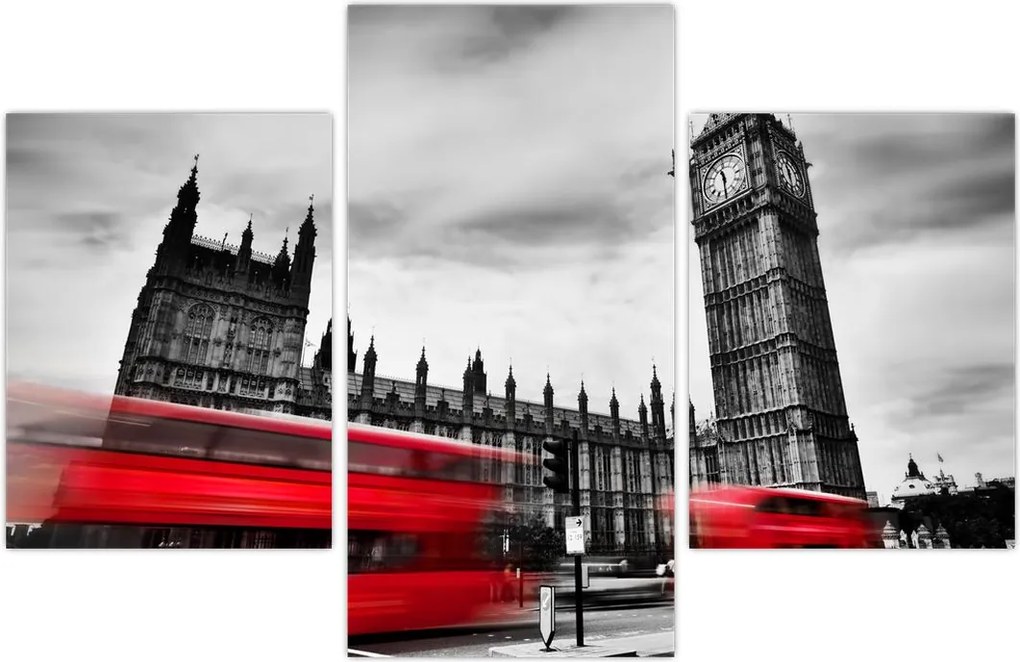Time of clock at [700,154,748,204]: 11:30
